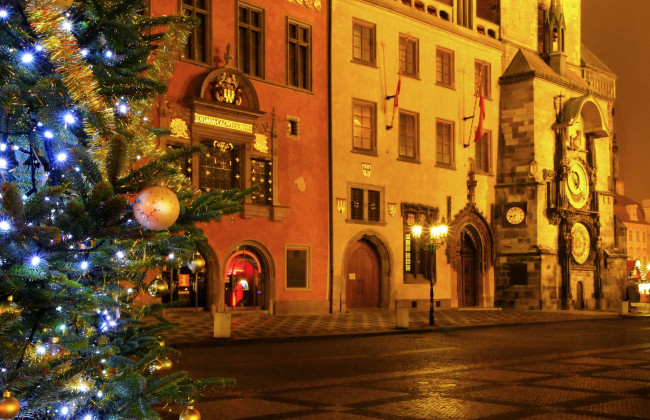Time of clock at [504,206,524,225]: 8:34
